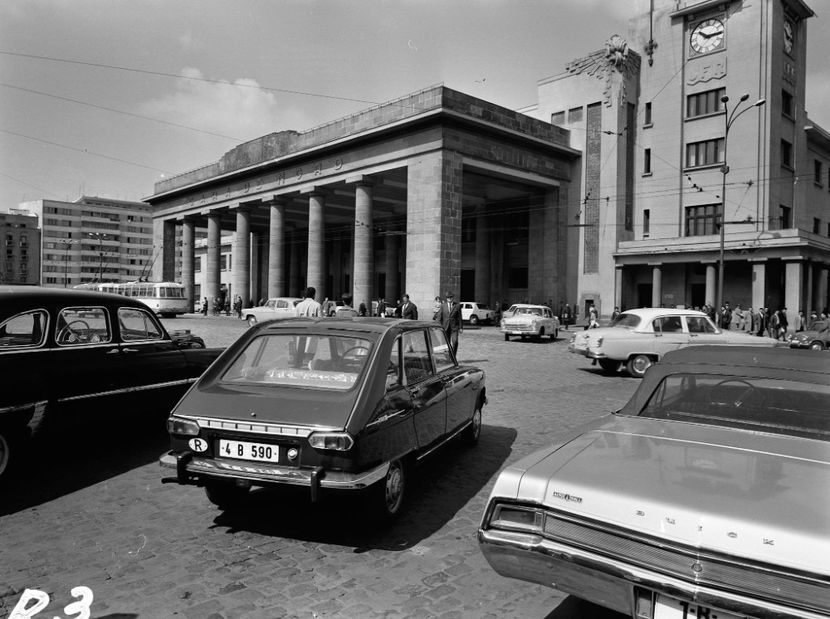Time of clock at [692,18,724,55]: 10:14
